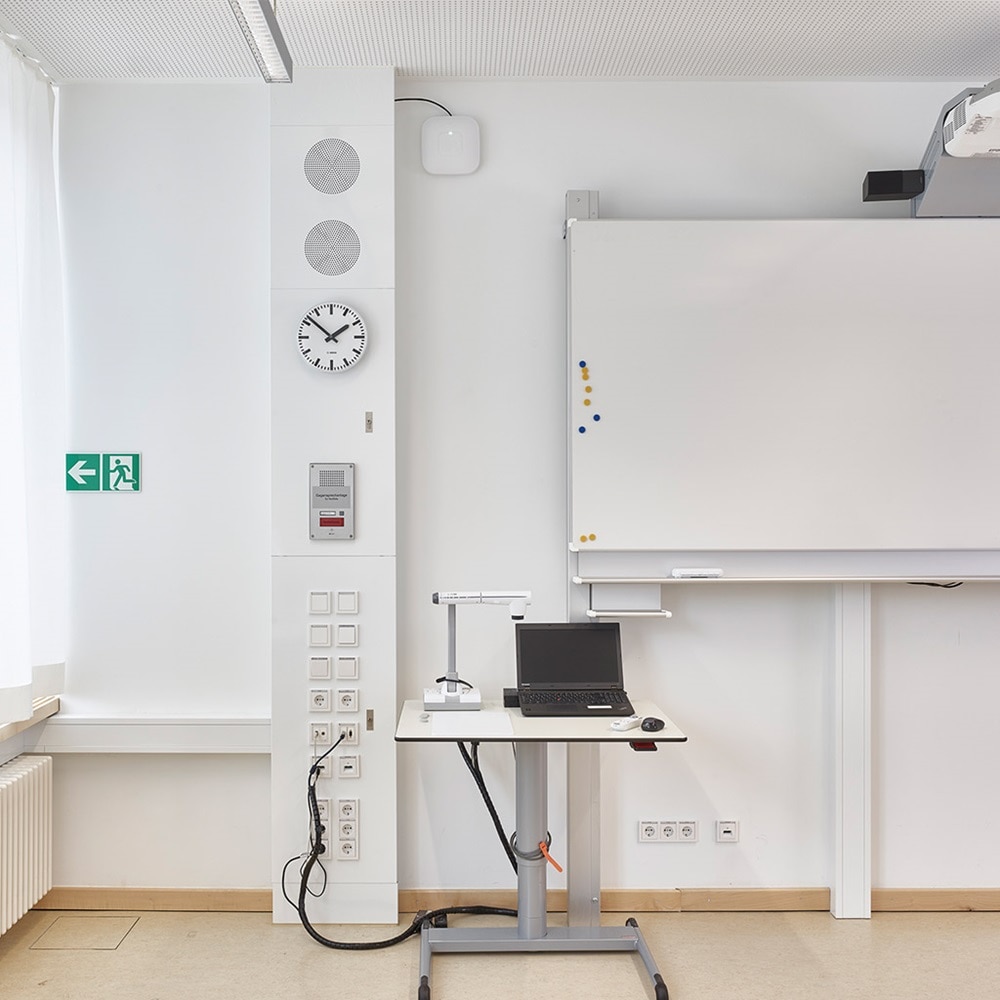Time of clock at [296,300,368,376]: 1:51
